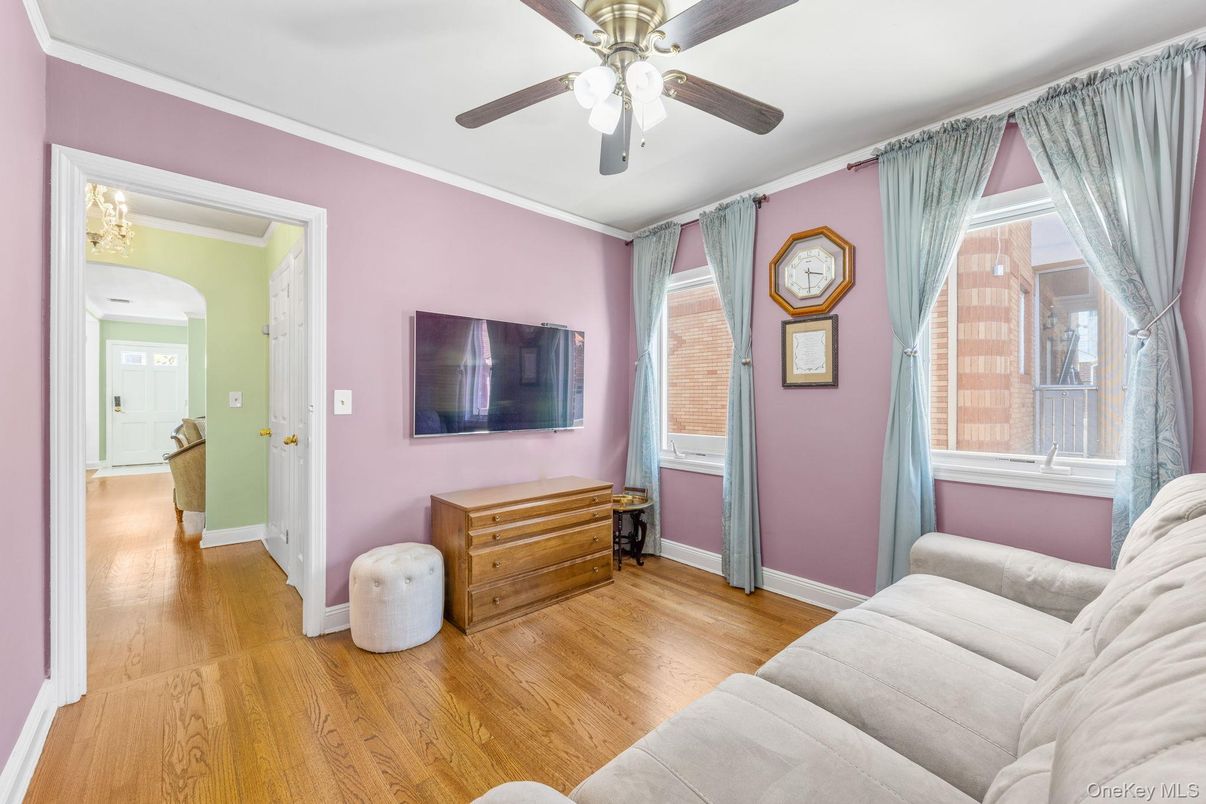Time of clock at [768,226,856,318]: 3:29
